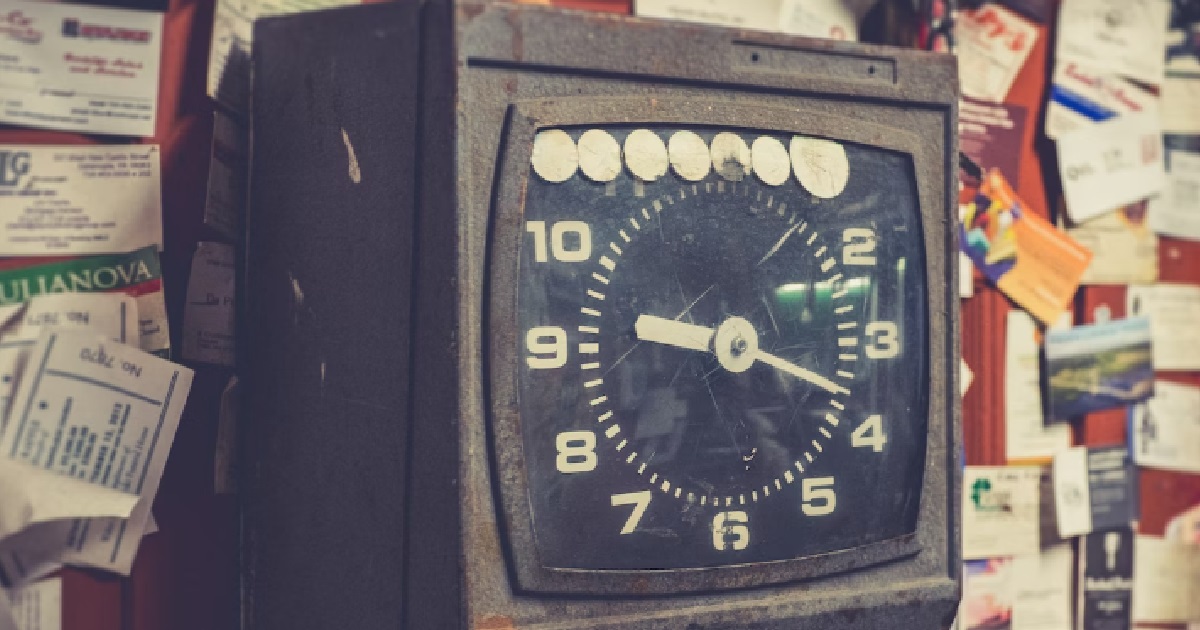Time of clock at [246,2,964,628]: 9:18
